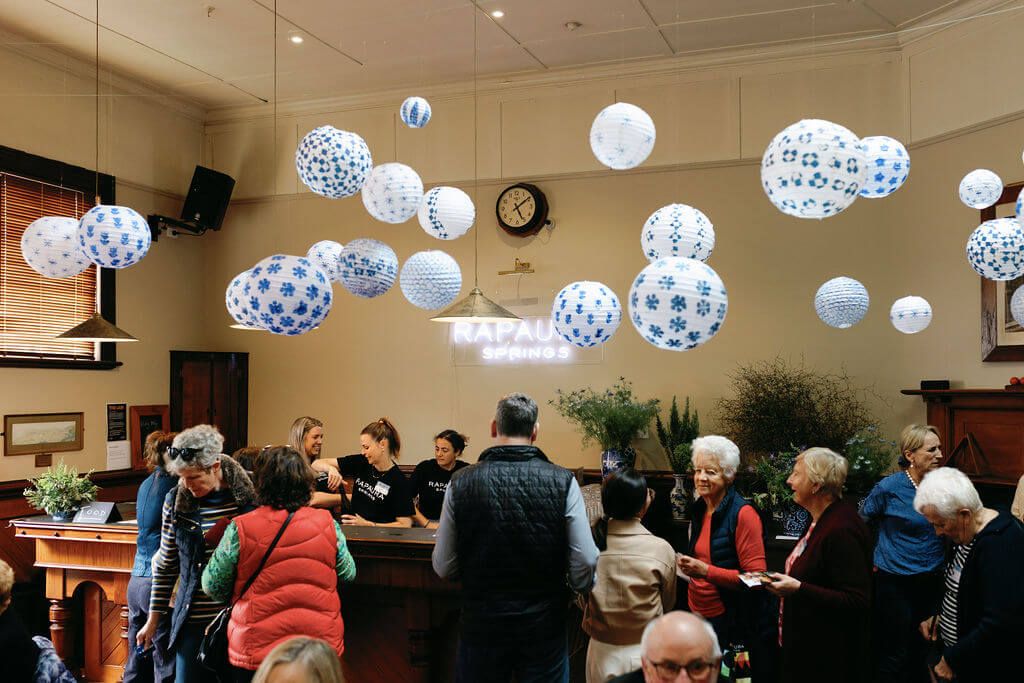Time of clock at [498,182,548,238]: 5:09
